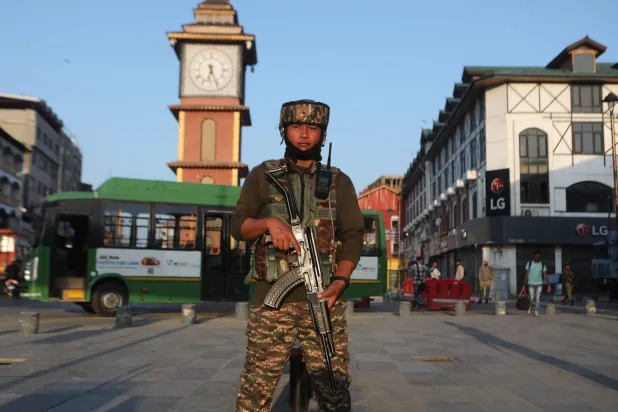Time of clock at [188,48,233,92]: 6:26
